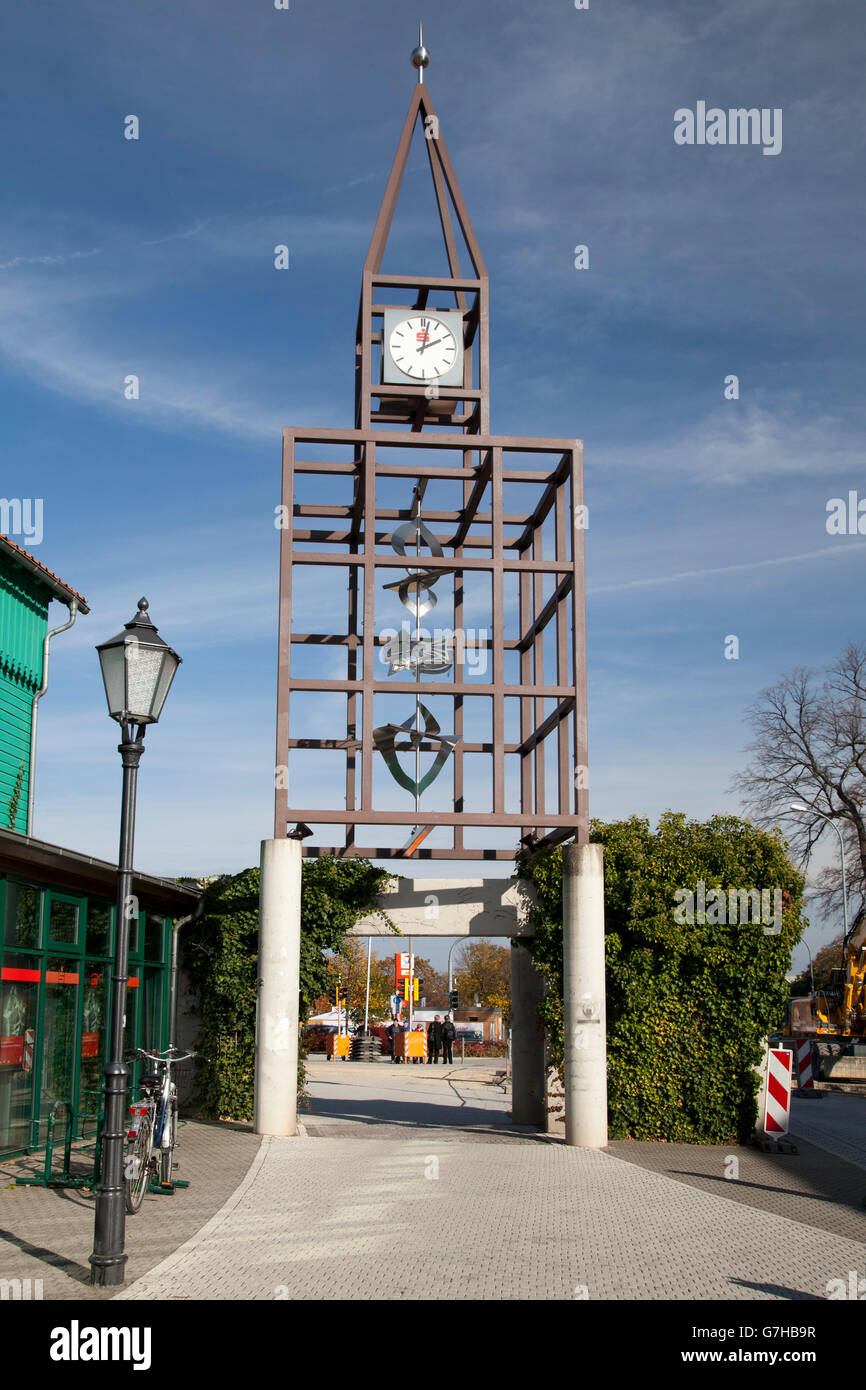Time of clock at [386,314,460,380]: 2:01
